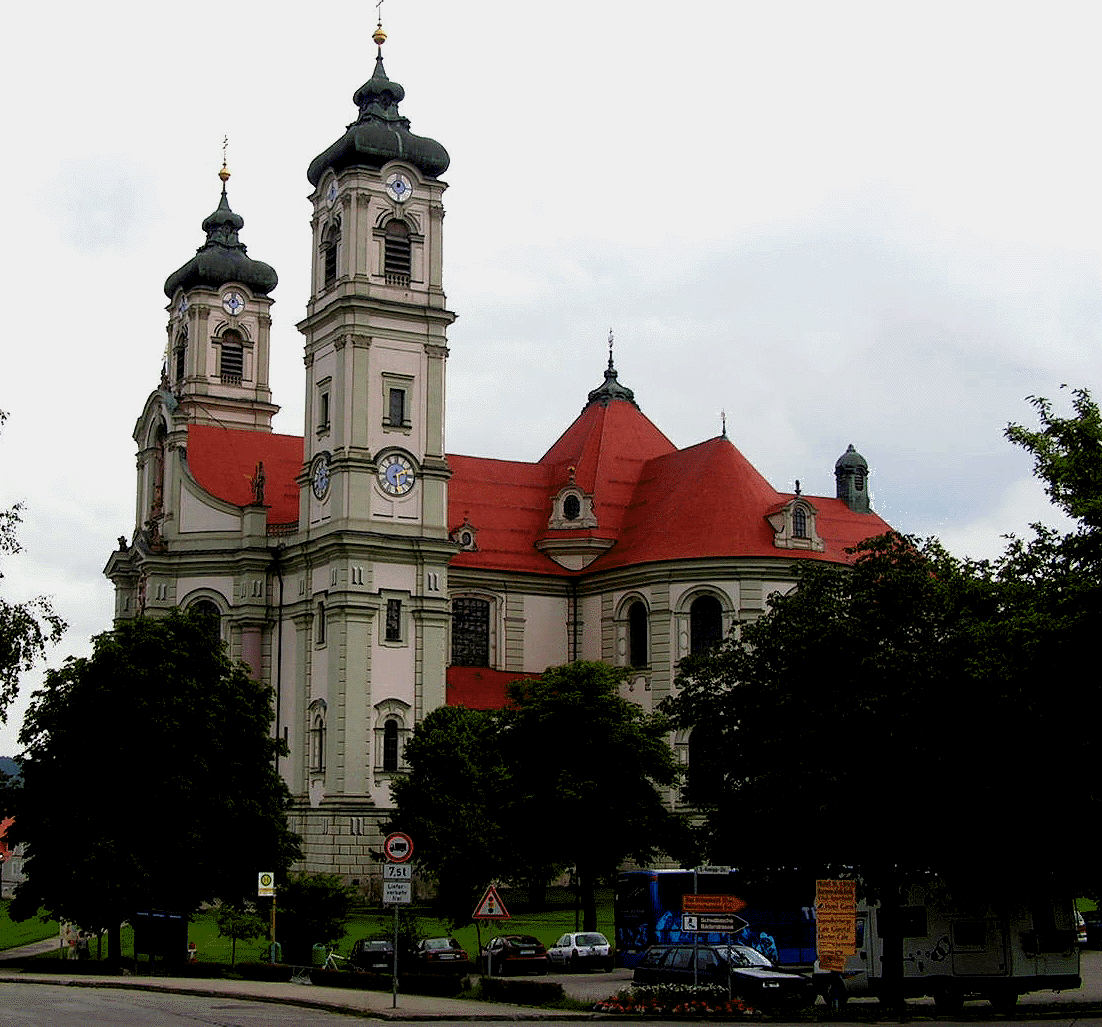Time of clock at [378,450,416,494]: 2:29
